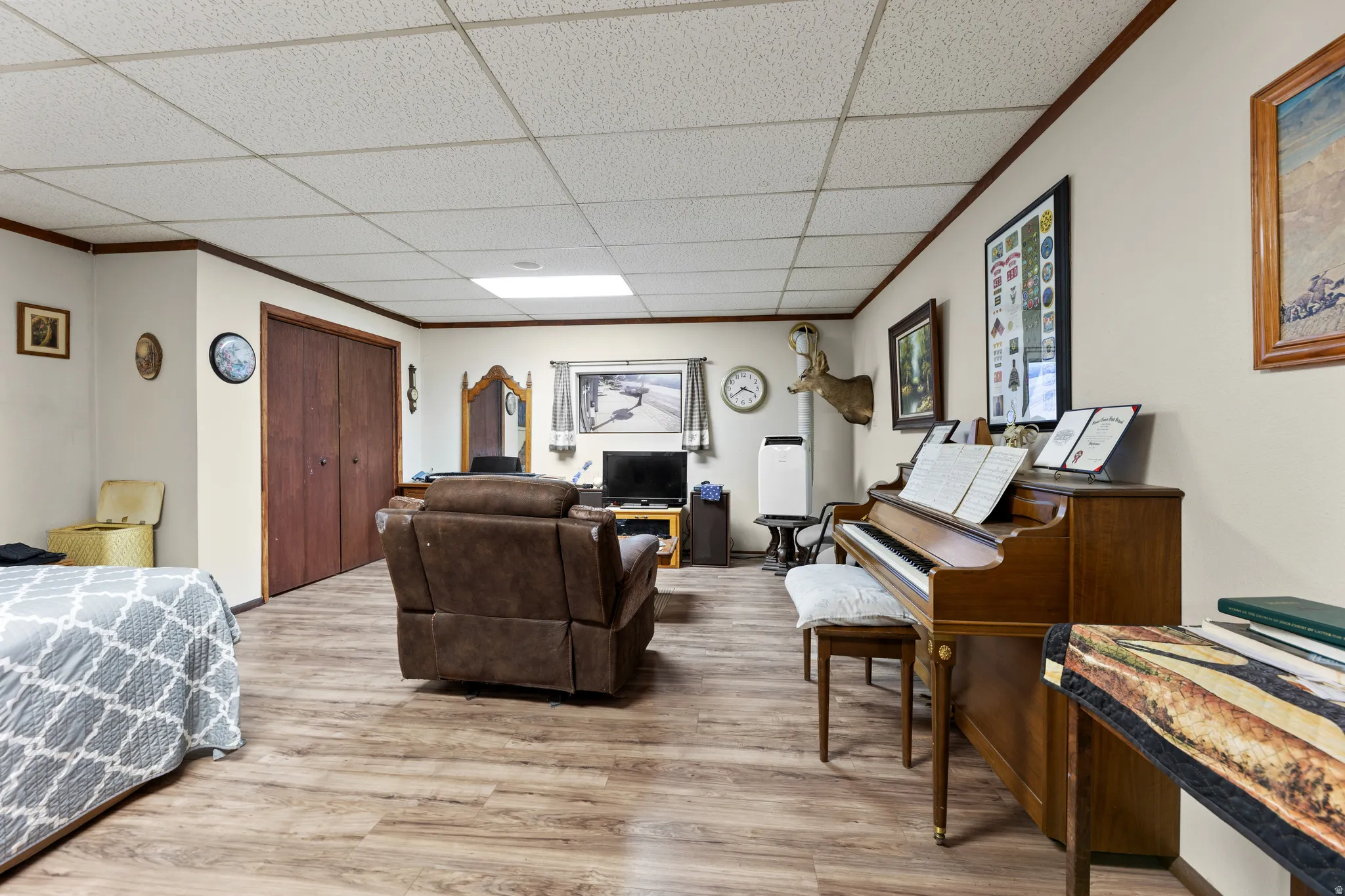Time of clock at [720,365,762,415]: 3:39
